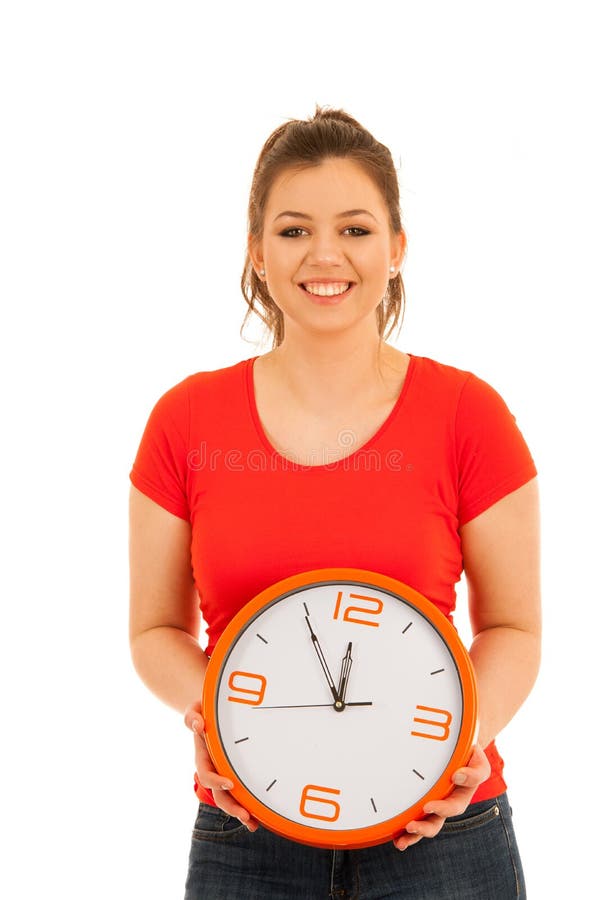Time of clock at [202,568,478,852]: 11:54
